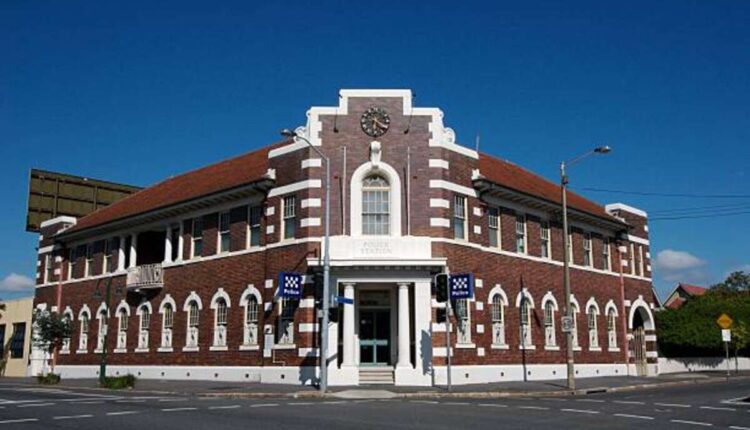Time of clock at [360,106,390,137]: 6:21
